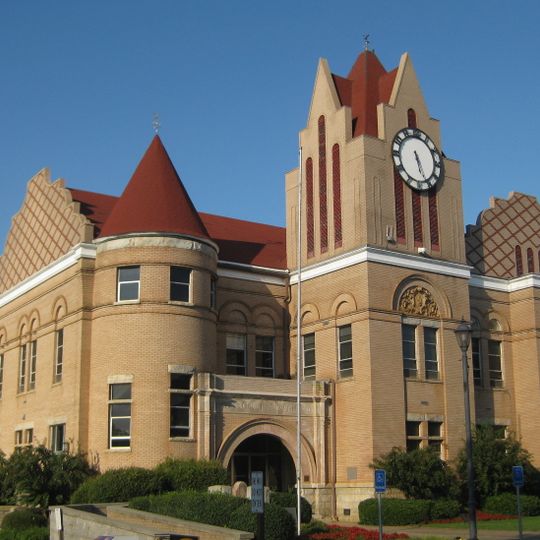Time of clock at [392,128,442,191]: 5:26
